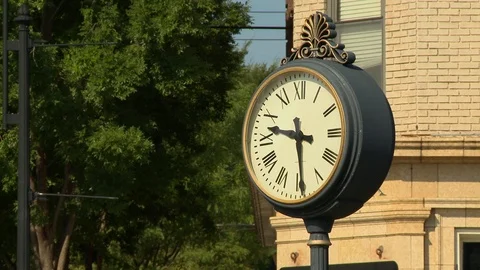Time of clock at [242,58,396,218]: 9:29
